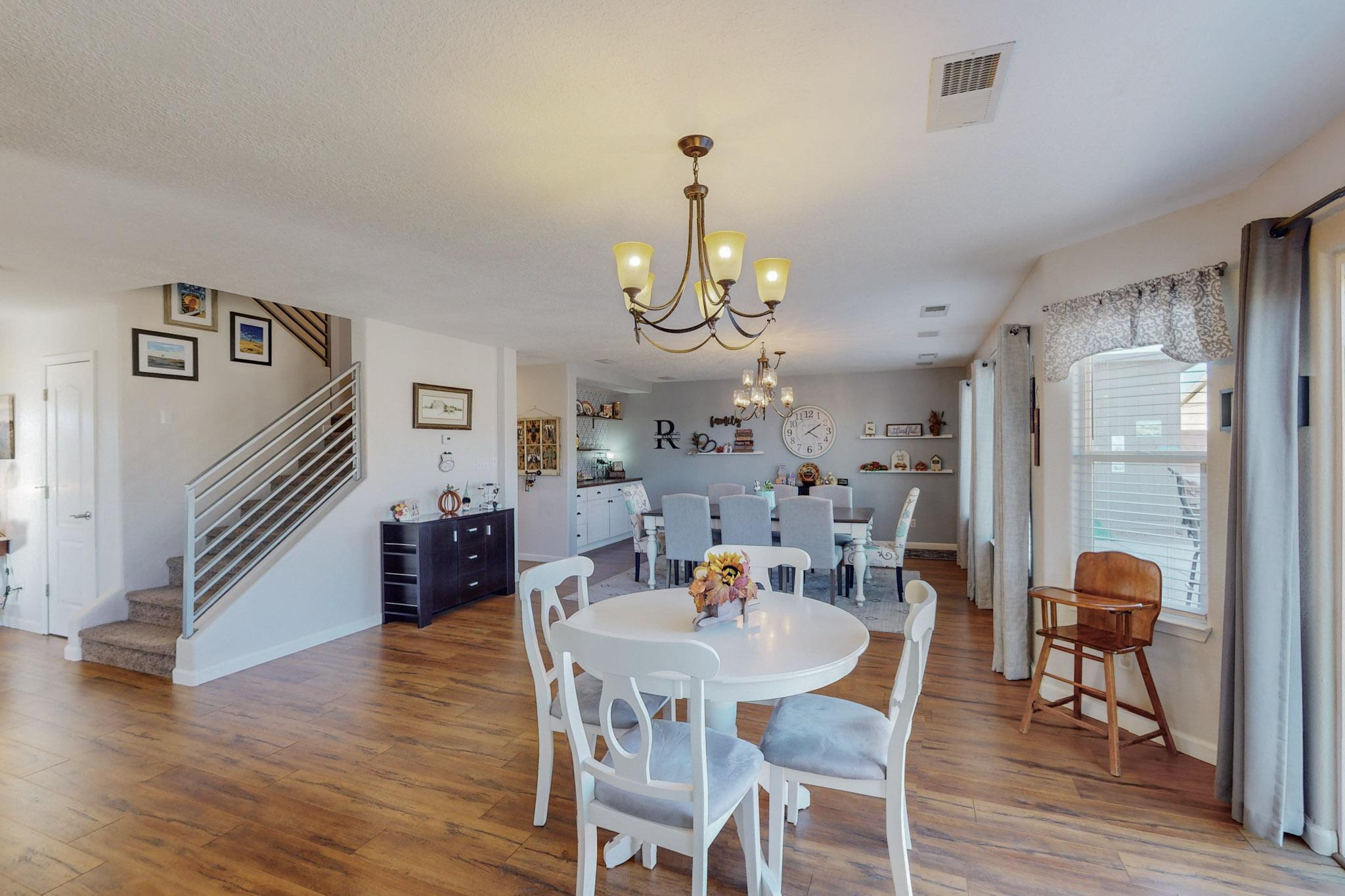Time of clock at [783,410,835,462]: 4:09
